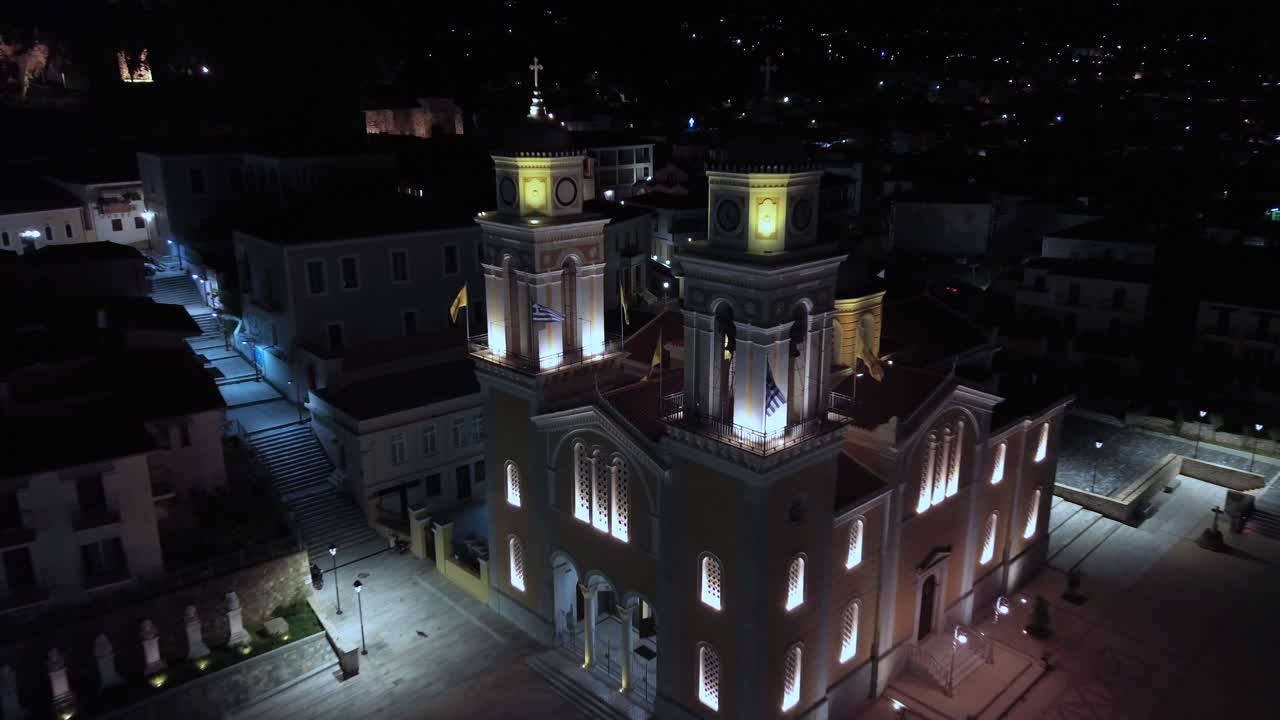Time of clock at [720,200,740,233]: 12:22
